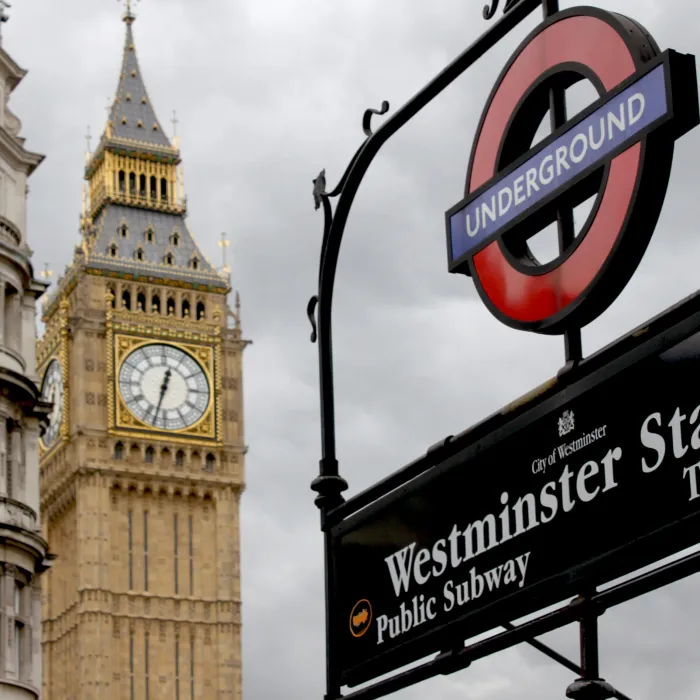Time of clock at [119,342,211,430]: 12:32
